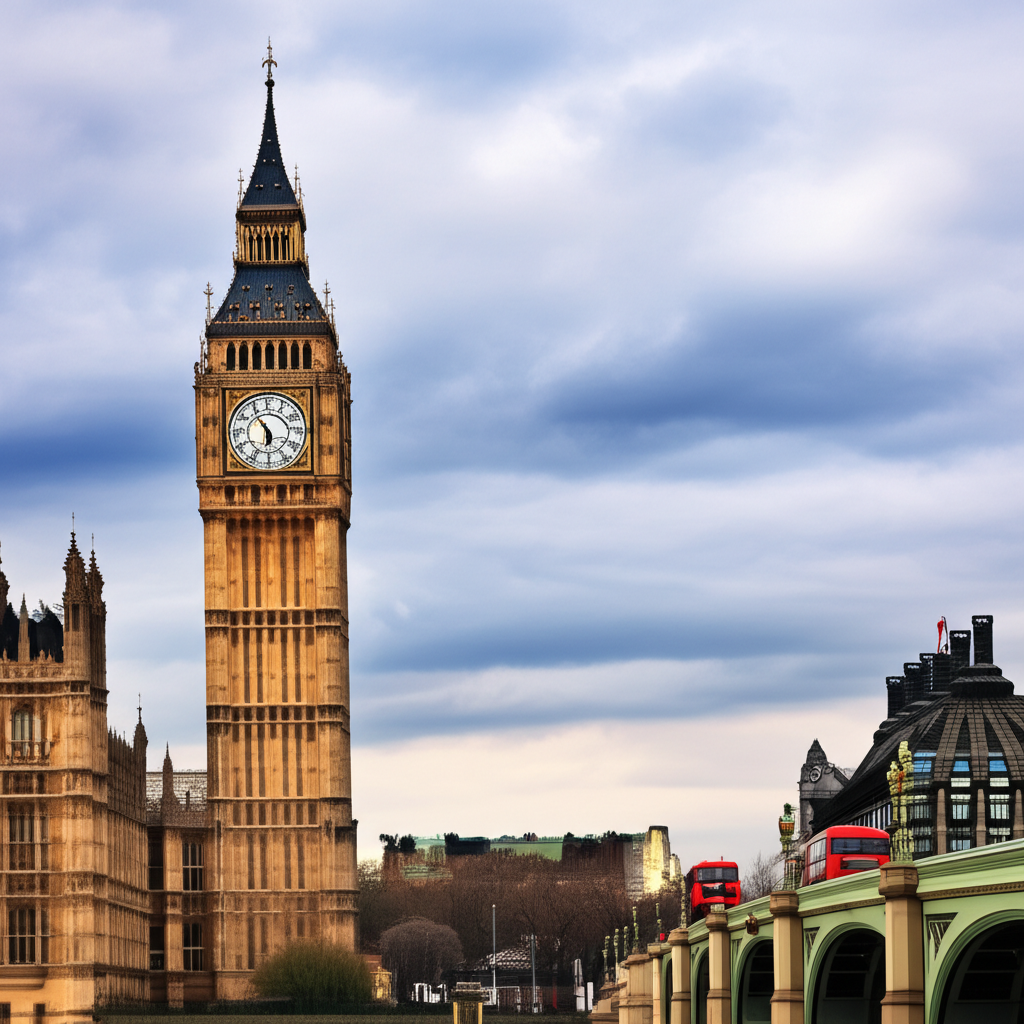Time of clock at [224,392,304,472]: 5:54
